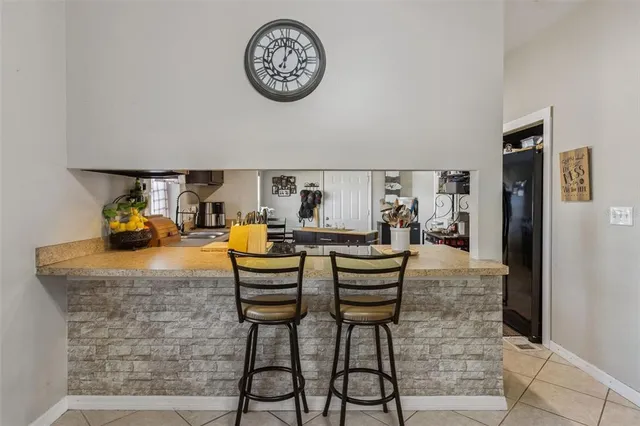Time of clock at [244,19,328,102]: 1:01
